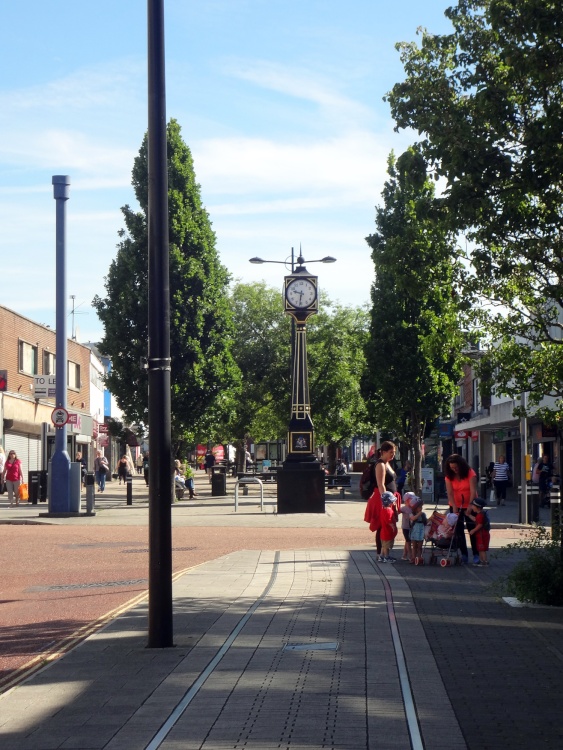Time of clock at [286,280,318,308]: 9:31
